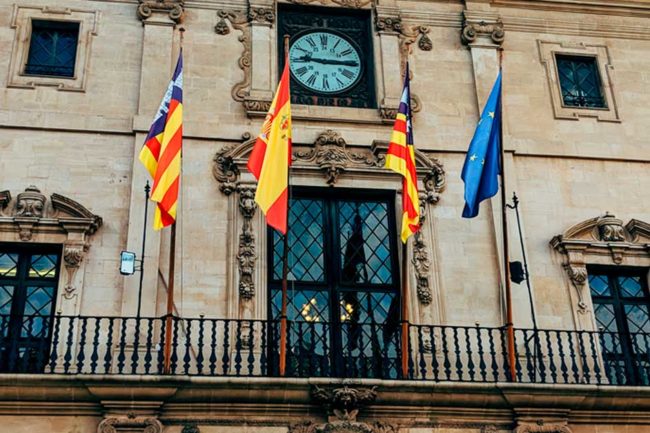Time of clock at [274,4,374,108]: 9:14
